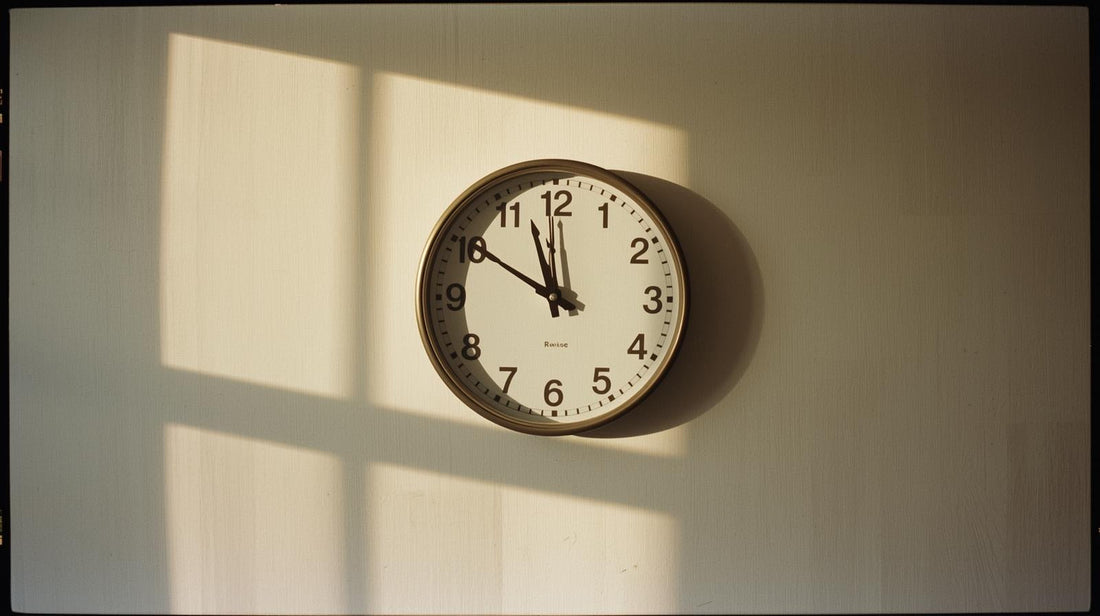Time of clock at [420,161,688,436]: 11:50
